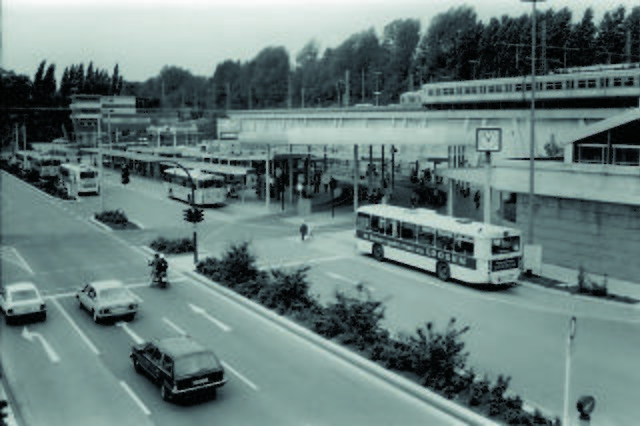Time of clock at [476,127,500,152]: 12:53
